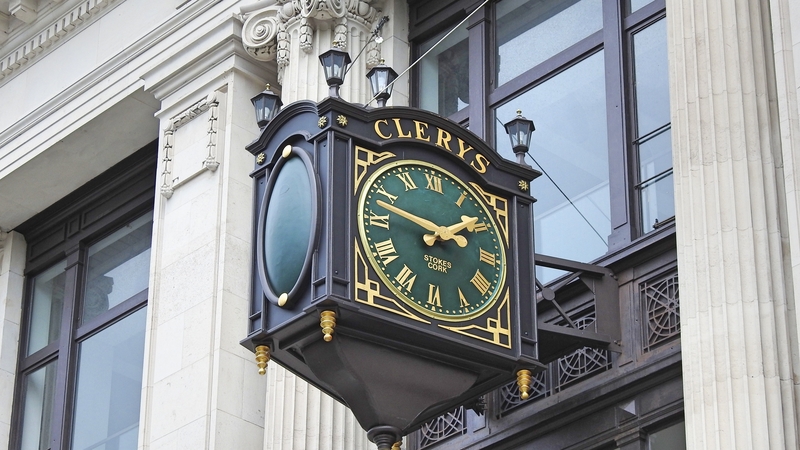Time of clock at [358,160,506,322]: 1:47
